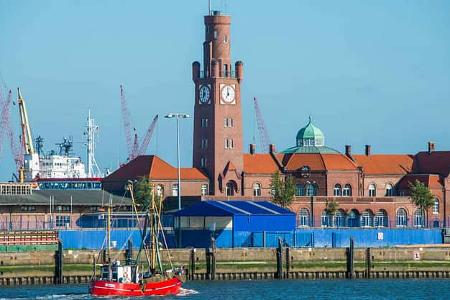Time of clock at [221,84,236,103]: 7:00
